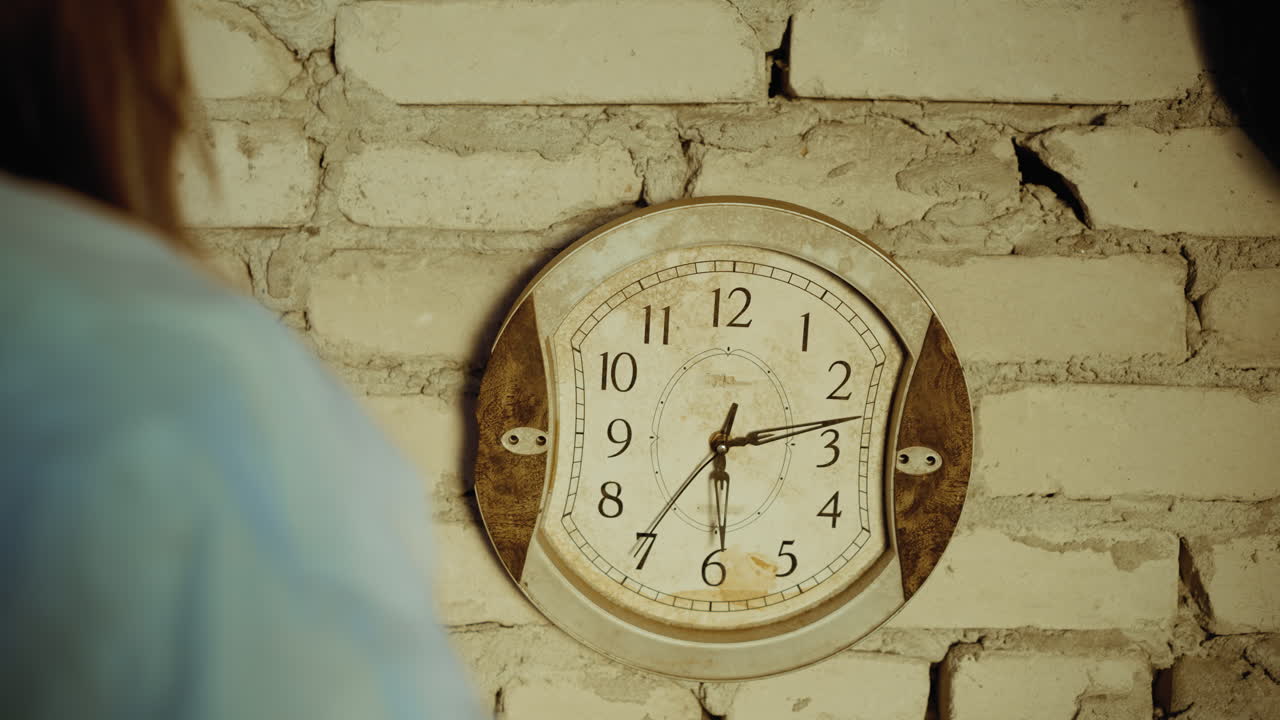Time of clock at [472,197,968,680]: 2:29
